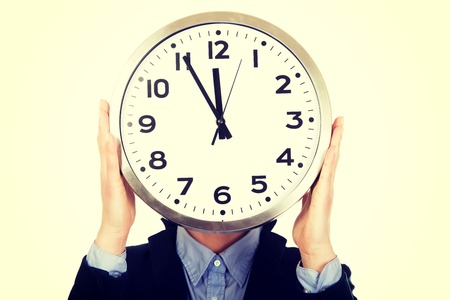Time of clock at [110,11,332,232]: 11:55
